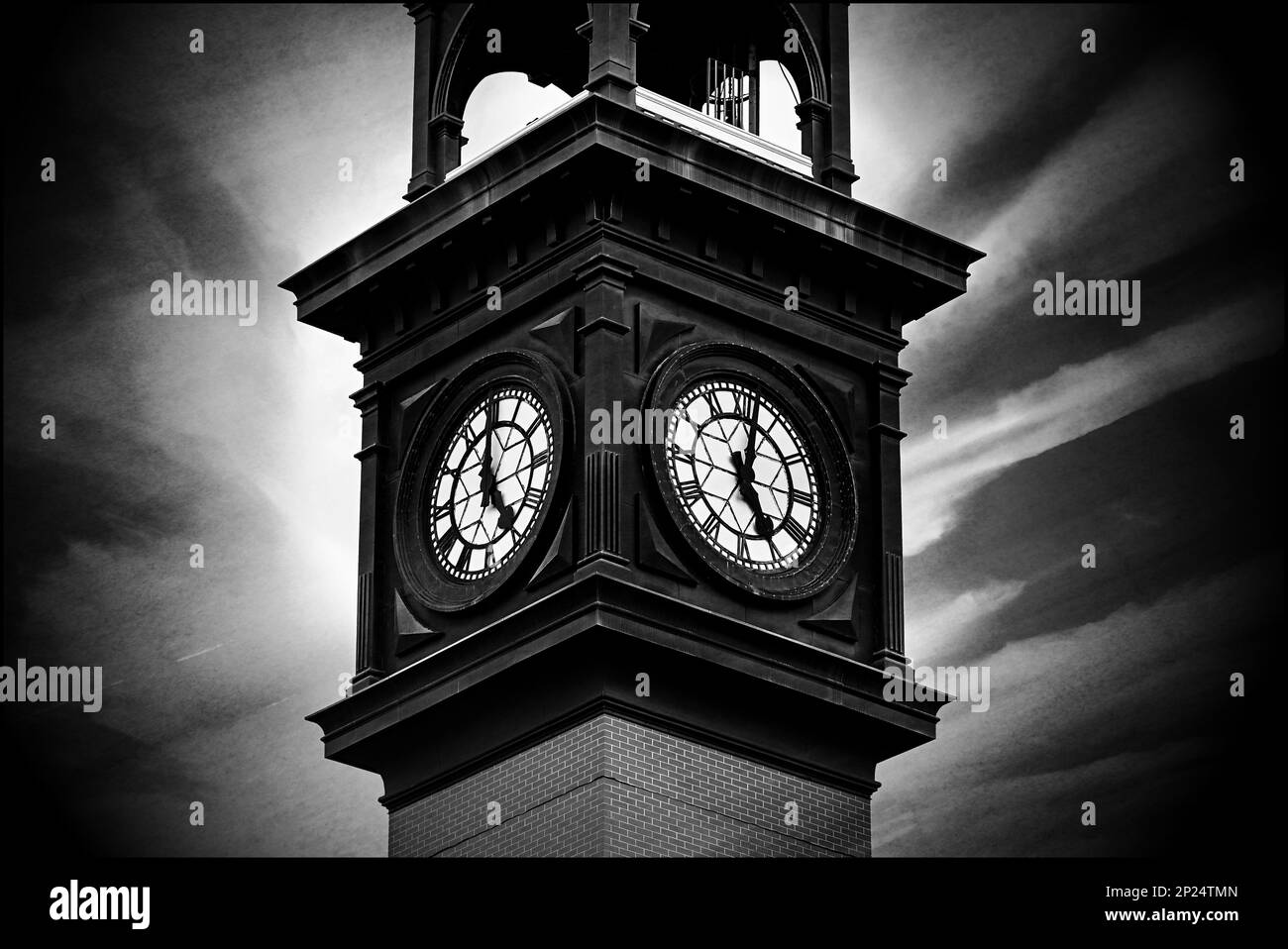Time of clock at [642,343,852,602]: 5:01
